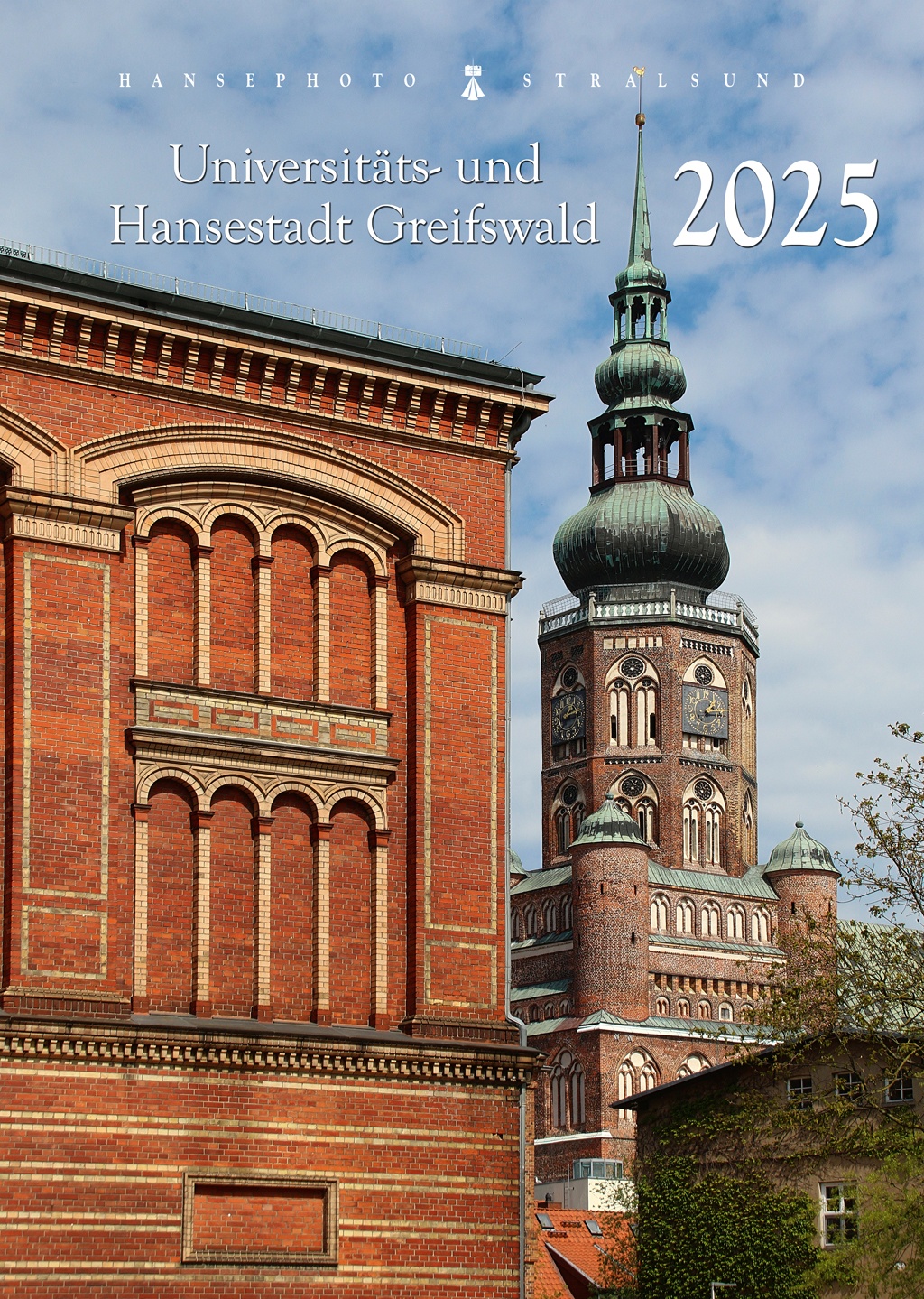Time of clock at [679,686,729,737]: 1:14
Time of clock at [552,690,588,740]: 1:13
